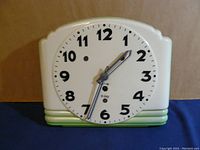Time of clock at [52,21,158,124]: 1:33
